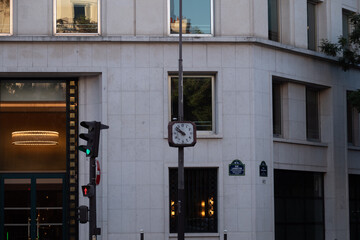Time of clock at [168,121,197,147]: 9:51
